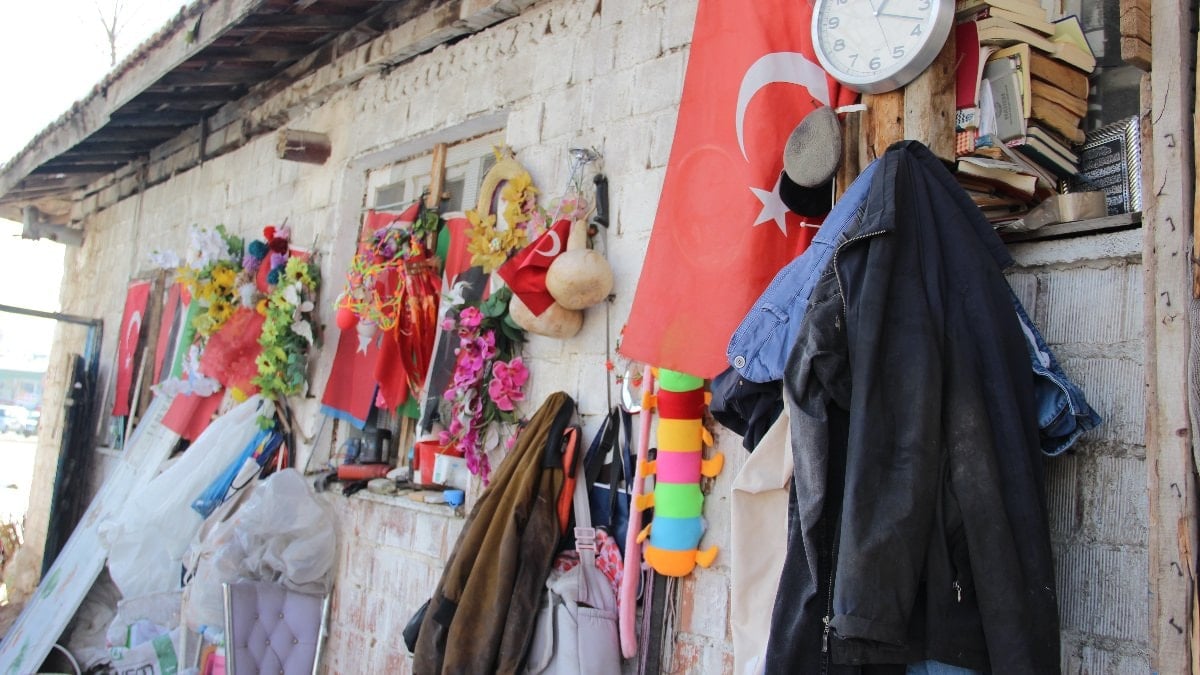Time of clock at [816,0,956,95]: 1:17
